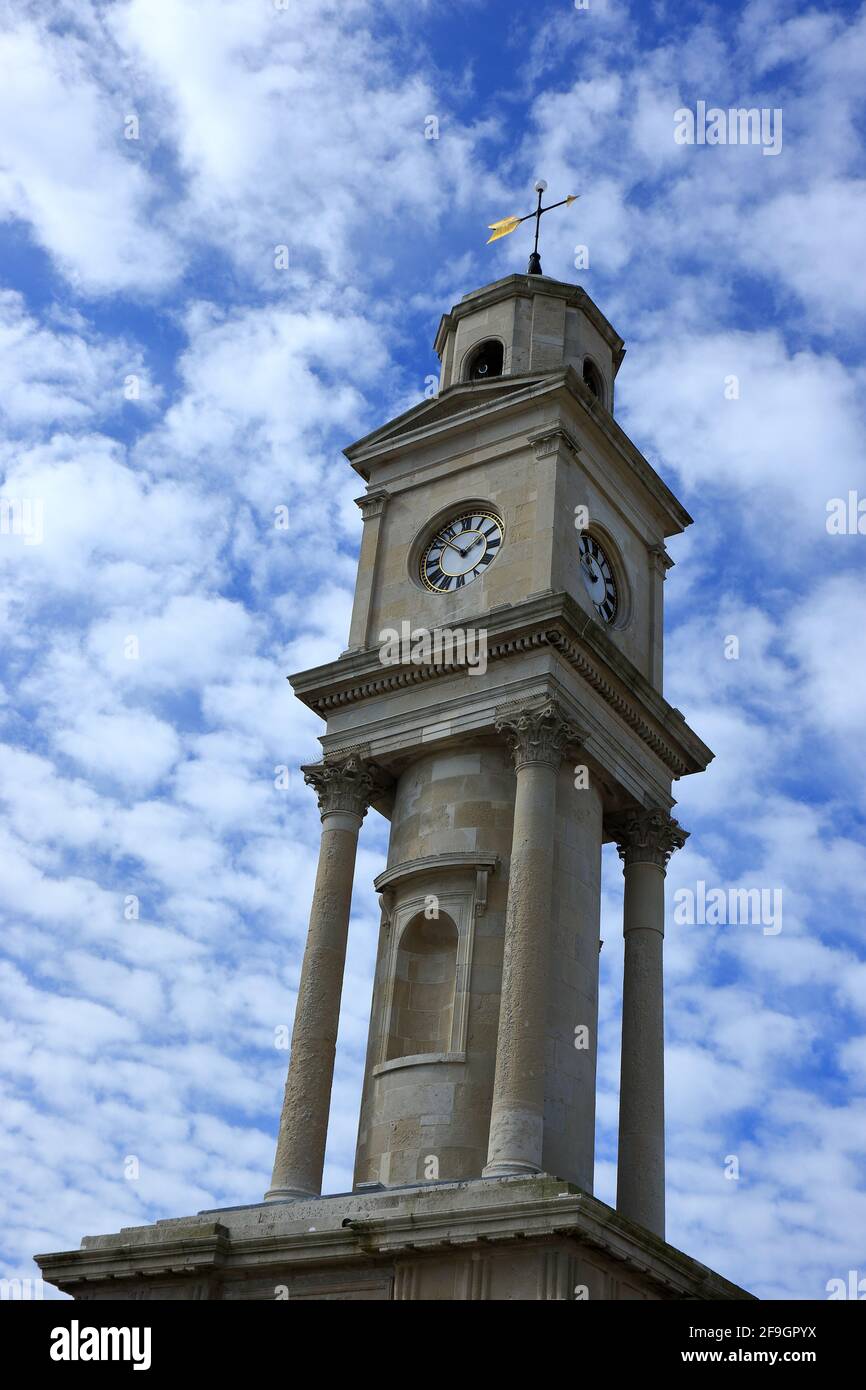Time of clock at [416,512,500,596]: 1:51
